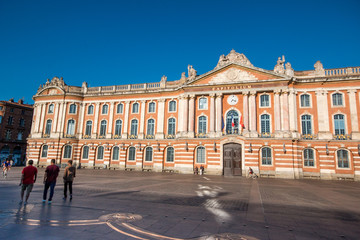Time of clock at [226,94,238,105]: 7:17
